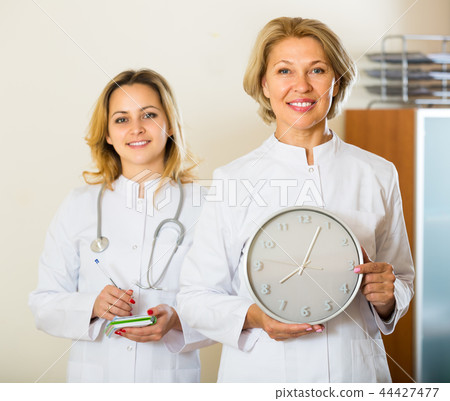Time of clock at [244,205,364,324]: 8:03
